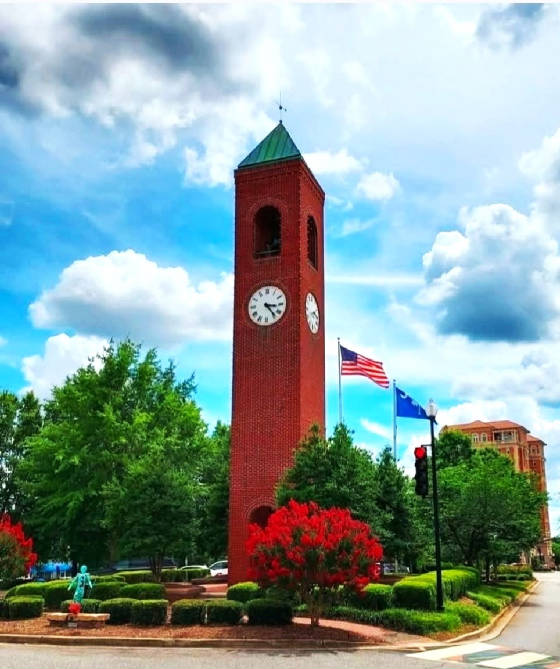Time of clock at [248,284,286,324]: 3:23
